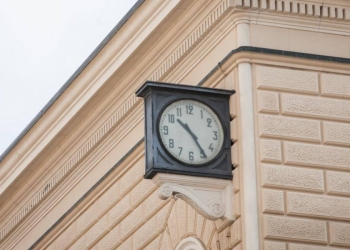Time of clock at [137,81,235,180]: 10:24
